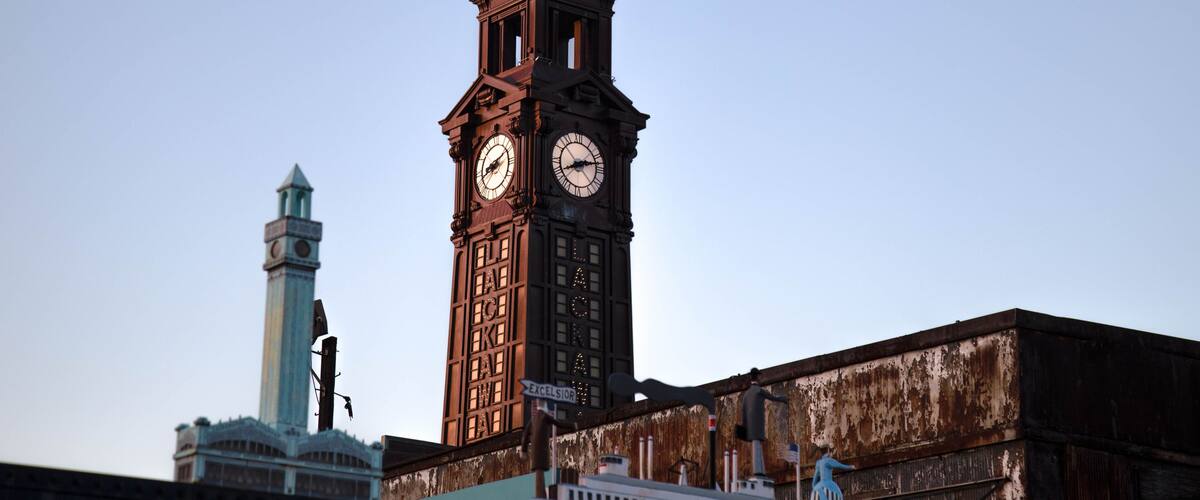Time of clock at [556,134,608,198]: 8:12
